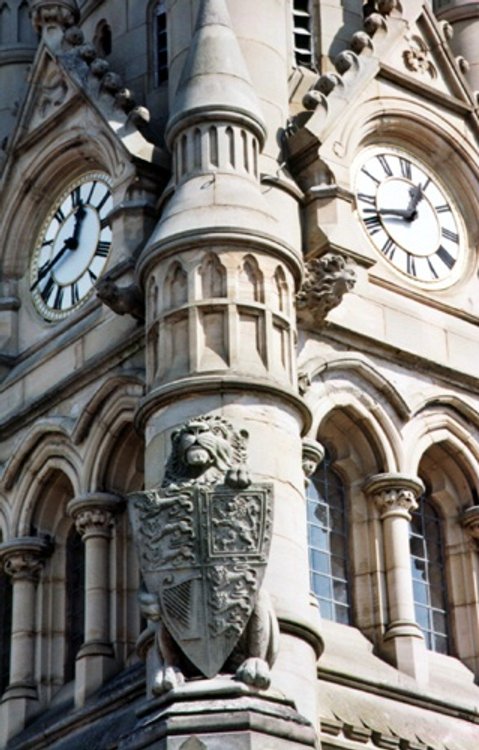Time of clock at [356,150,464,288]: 12:42
